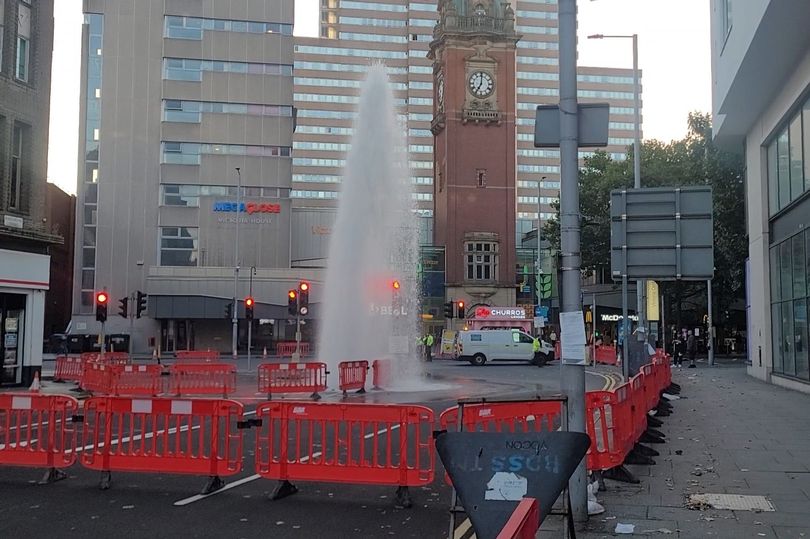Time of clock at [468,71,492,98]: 7:00
